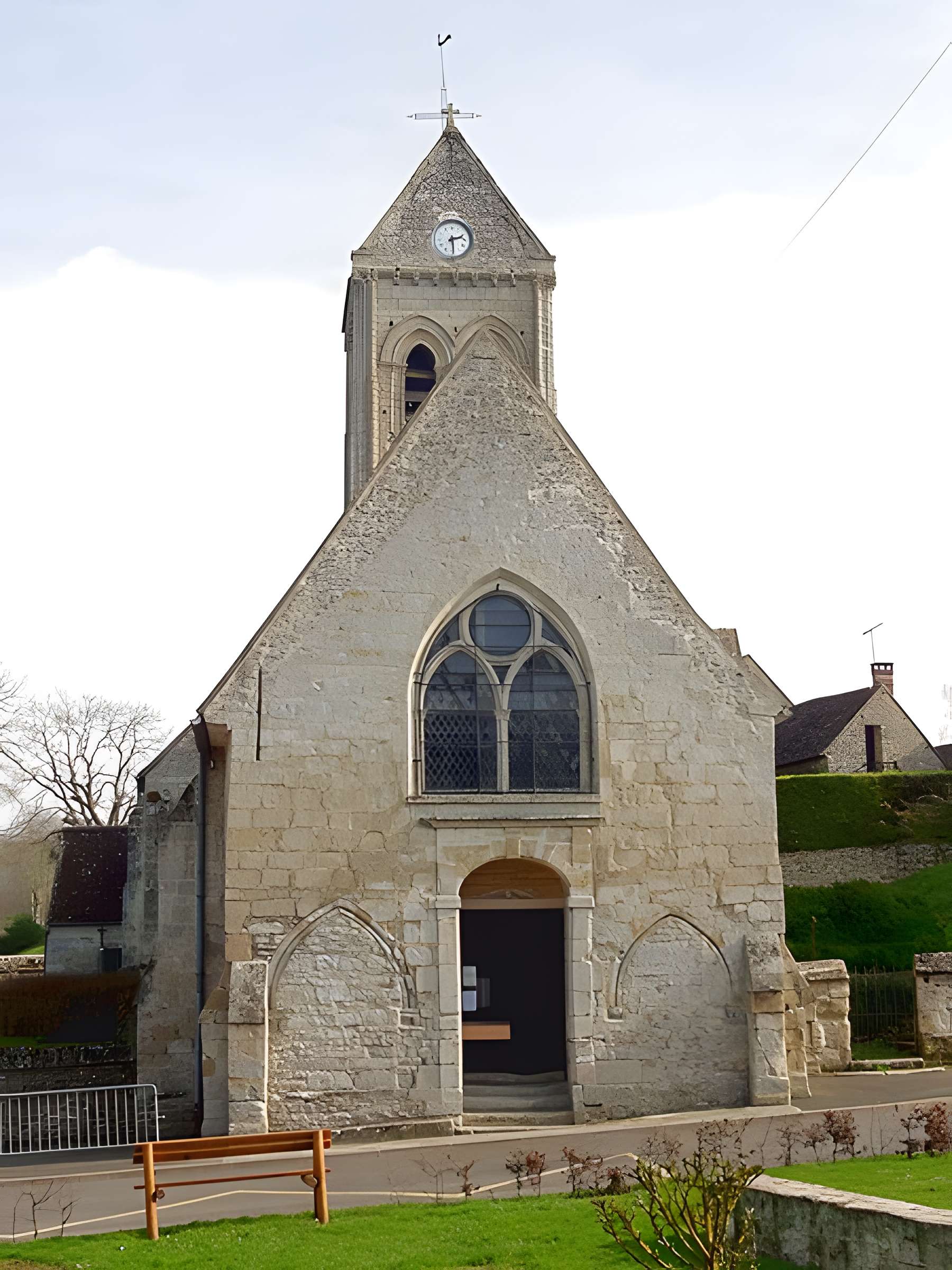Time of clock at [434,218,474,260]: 2:29
